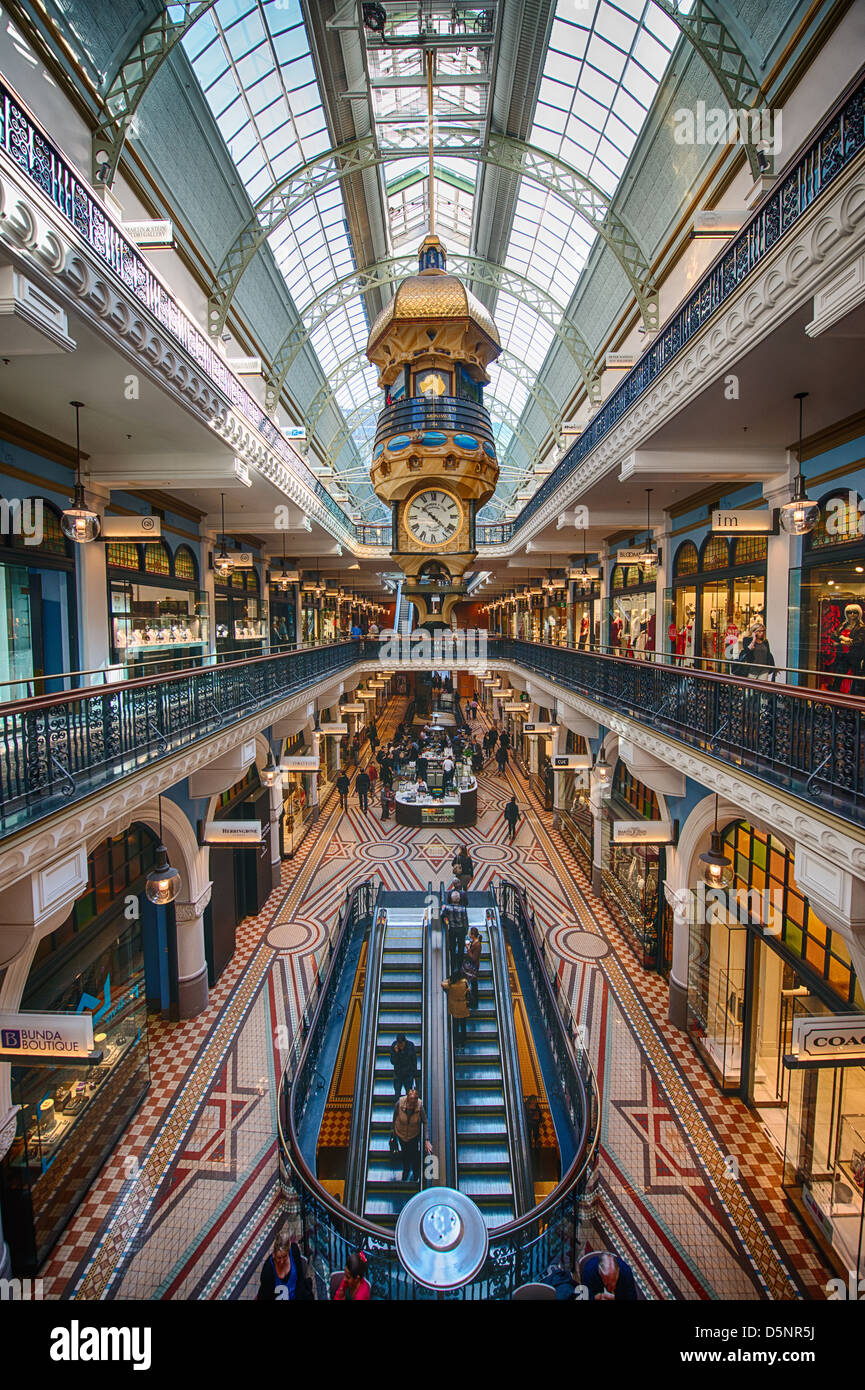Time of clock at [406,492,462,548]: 10:22
